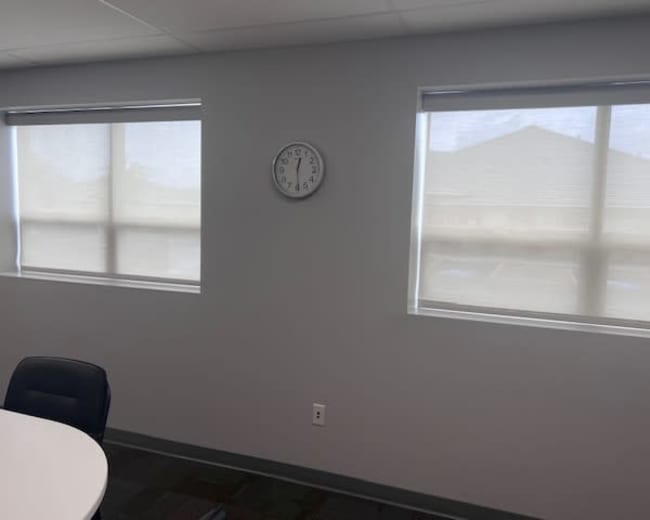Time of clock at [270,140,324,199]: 12:29
